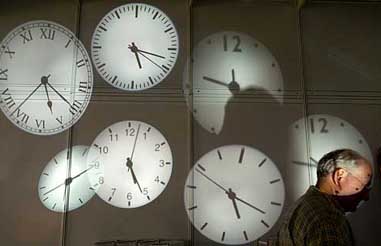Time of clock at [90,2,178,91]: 5:17
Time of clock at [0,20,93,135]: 5:19
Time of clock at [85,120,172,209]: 5:26
